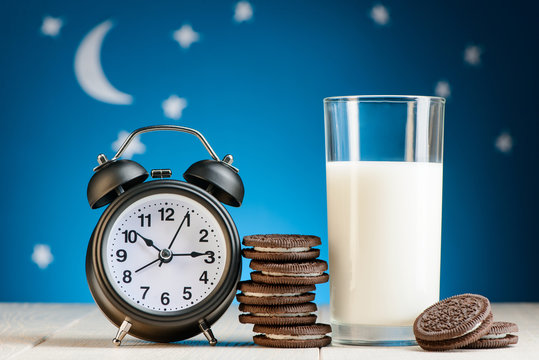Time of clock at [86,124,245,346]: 10:14
